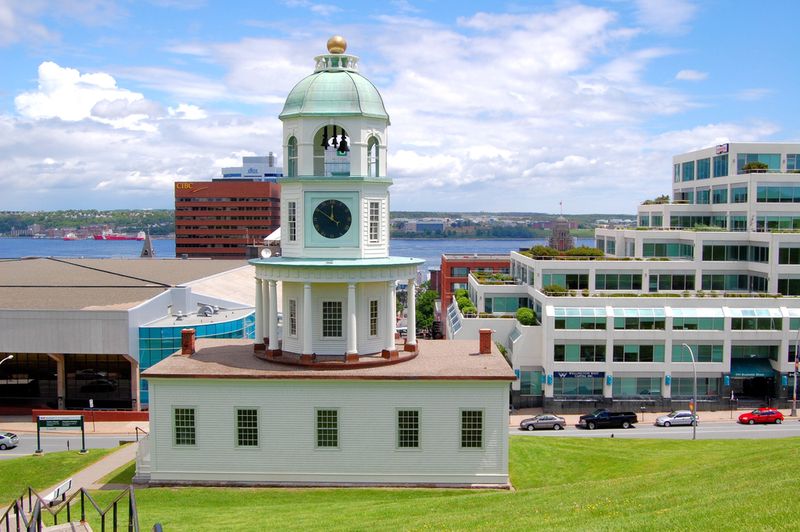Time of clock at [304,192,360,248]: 11:50
